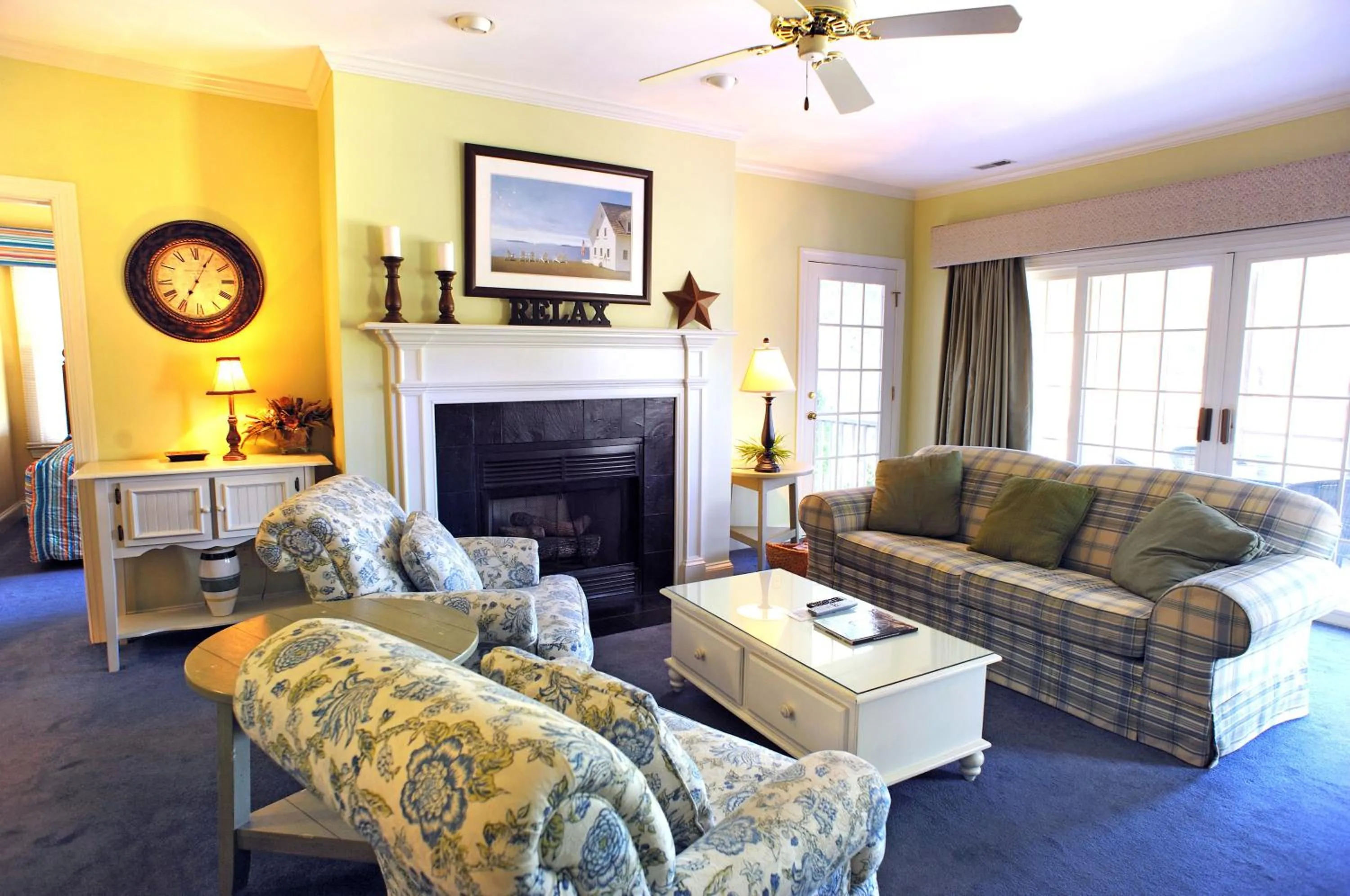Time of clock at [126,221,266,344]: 7:04
